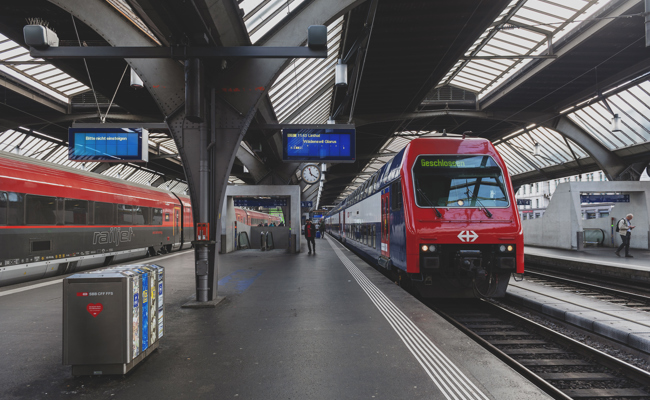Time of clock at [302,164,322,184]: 11:21
